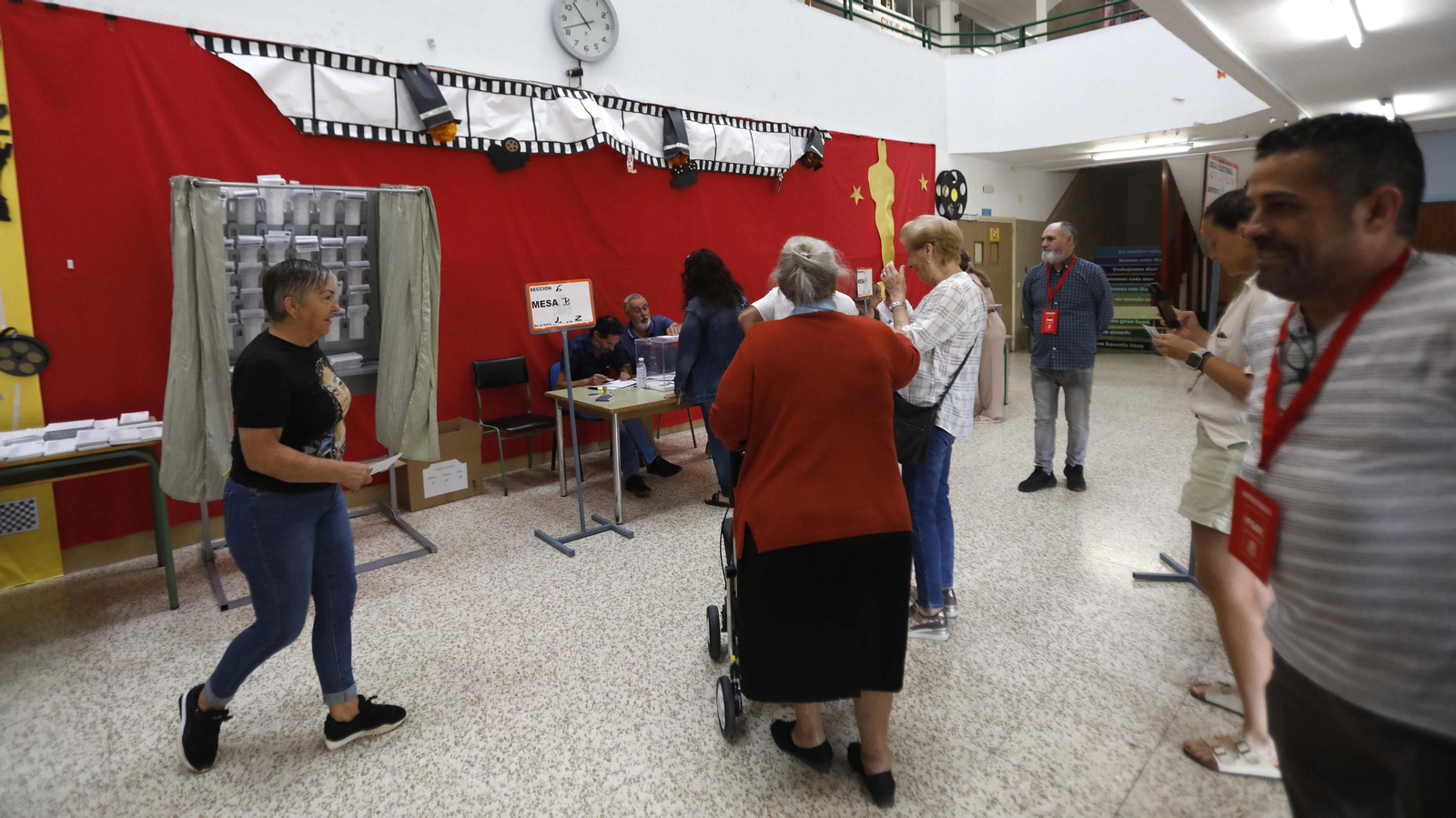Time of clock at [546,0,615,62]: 10:41
